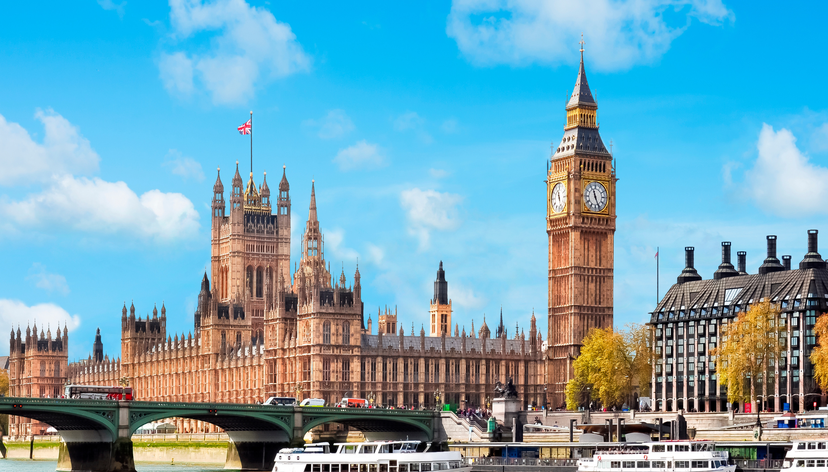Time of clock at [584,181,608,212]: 11:25
